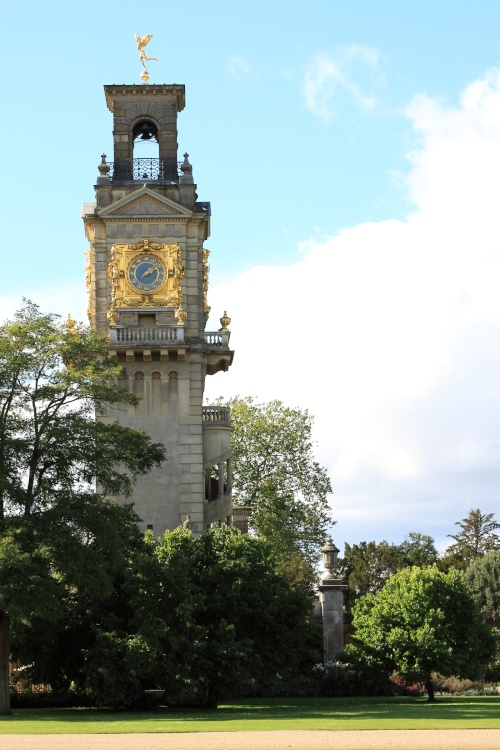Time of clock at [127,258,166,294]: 2:09
